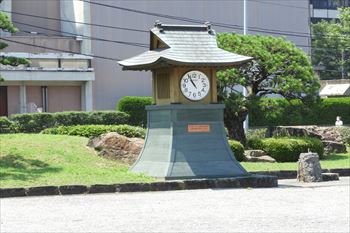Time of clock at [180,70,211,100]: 10:55
